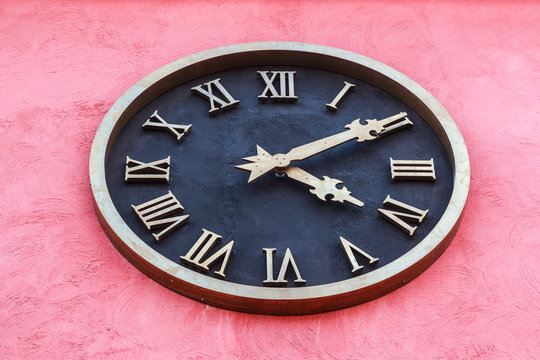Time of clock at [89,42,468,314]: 4:09
